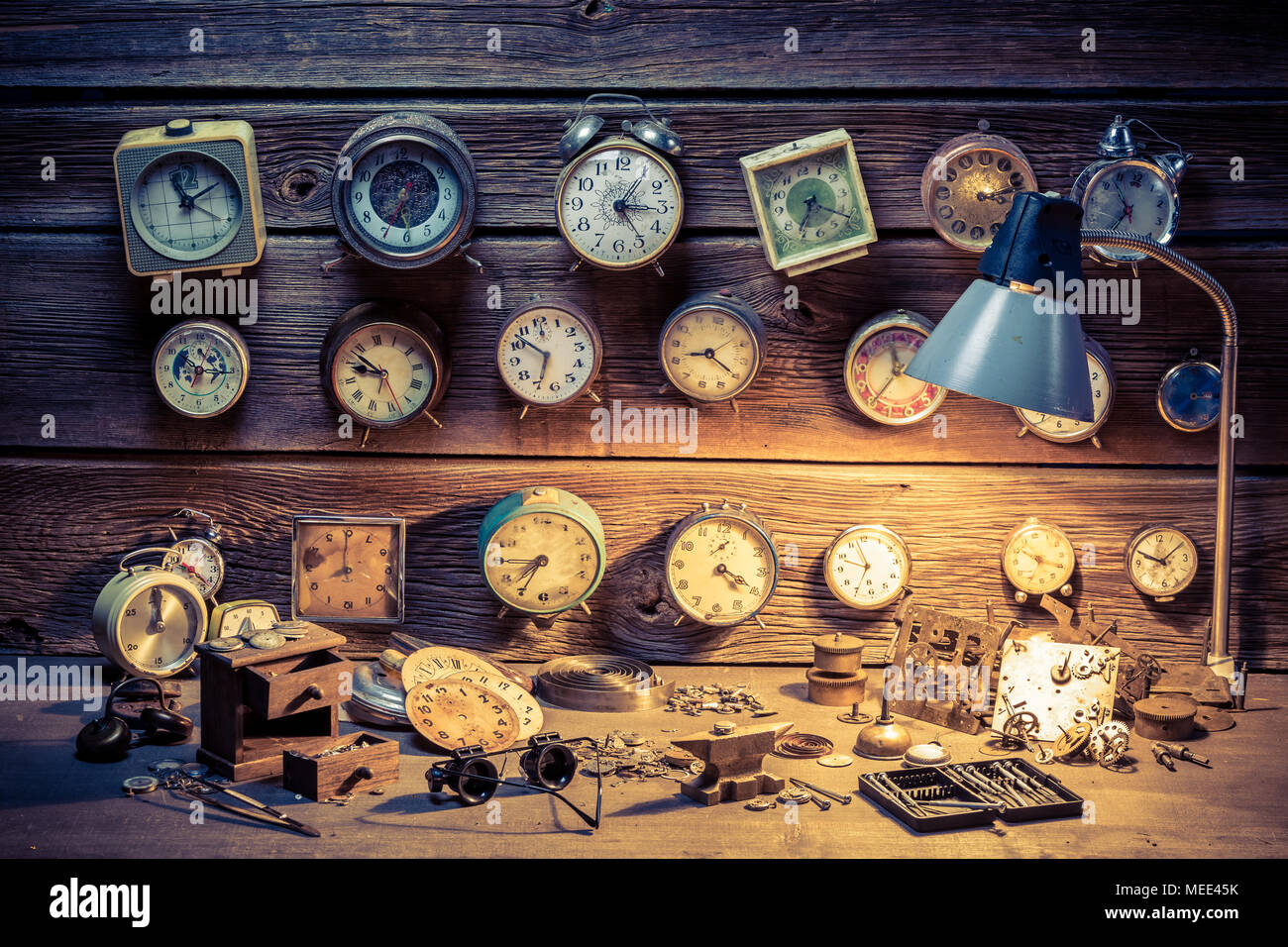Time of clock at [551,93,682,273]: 3:05
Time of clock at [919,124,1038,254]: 3:12
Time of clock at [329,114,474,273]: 12:34
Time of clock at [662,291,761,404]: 8:19
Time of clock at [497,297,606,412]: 6:52
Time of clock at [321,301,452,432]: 9:53
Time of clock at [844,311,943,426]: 11:35
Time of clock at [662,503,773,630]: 4:19
